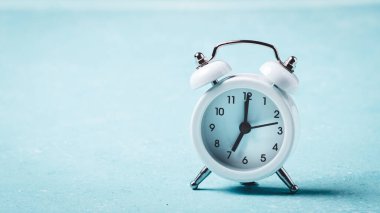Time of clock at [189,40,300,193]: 7:00
